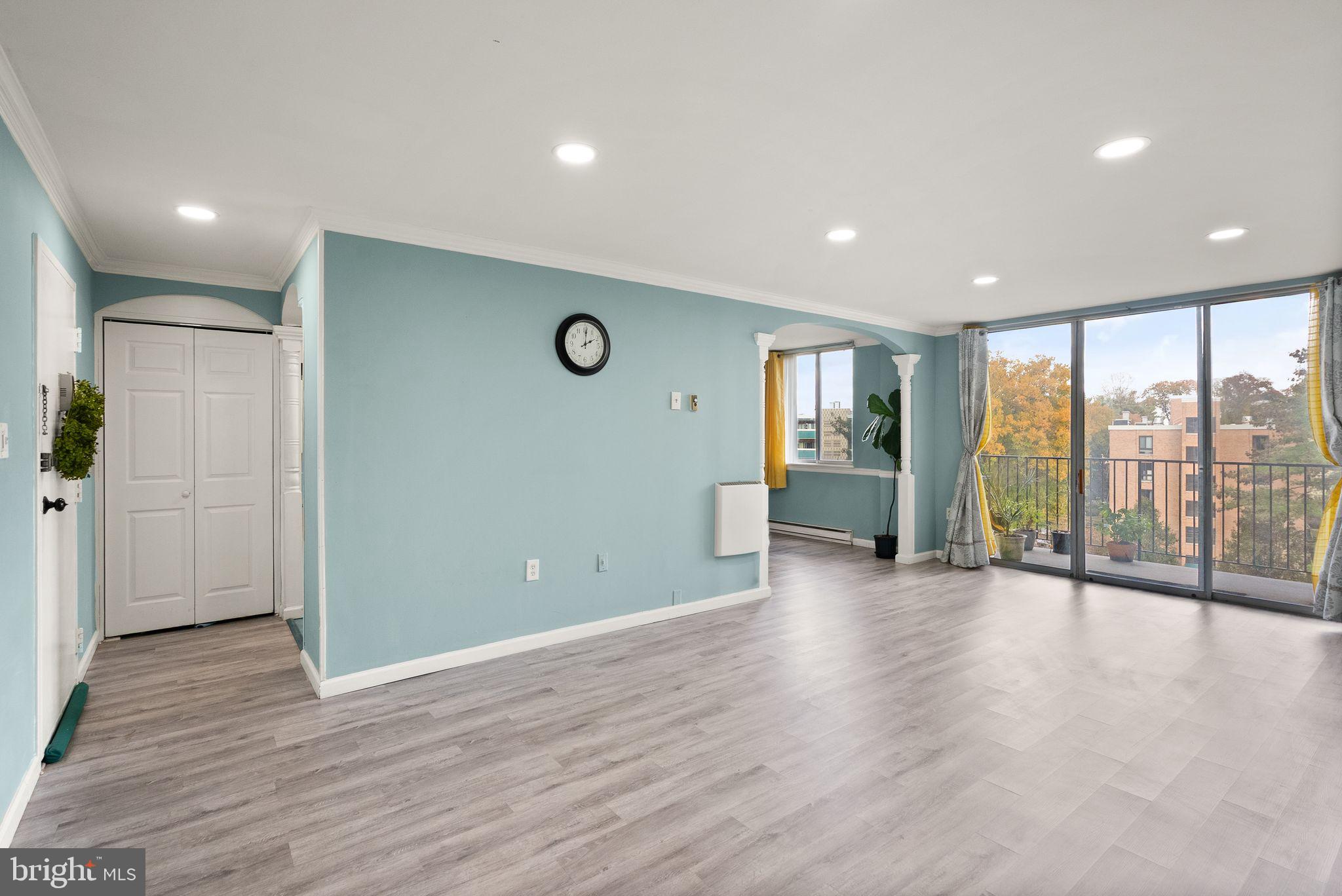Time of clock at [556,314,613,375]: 2:00
